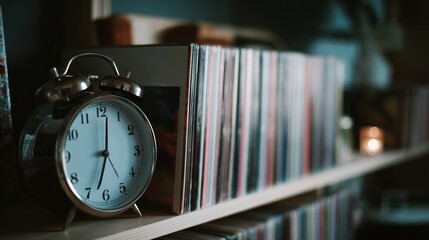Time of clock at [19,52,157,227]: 9:01
